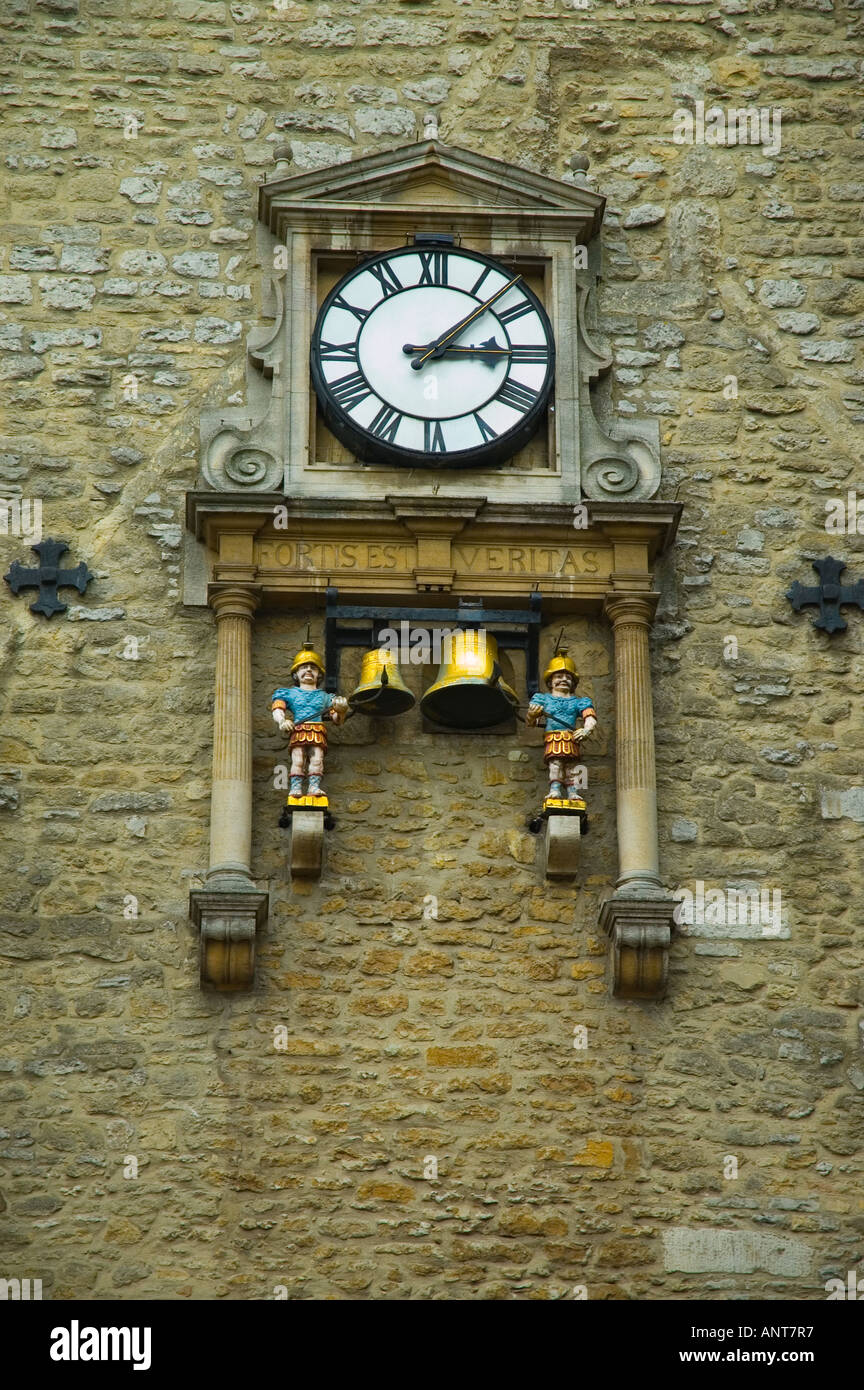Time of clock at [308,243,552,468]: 3:07
